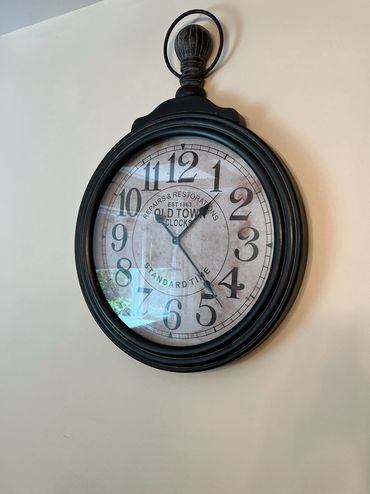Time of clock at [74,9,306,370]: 1:22
